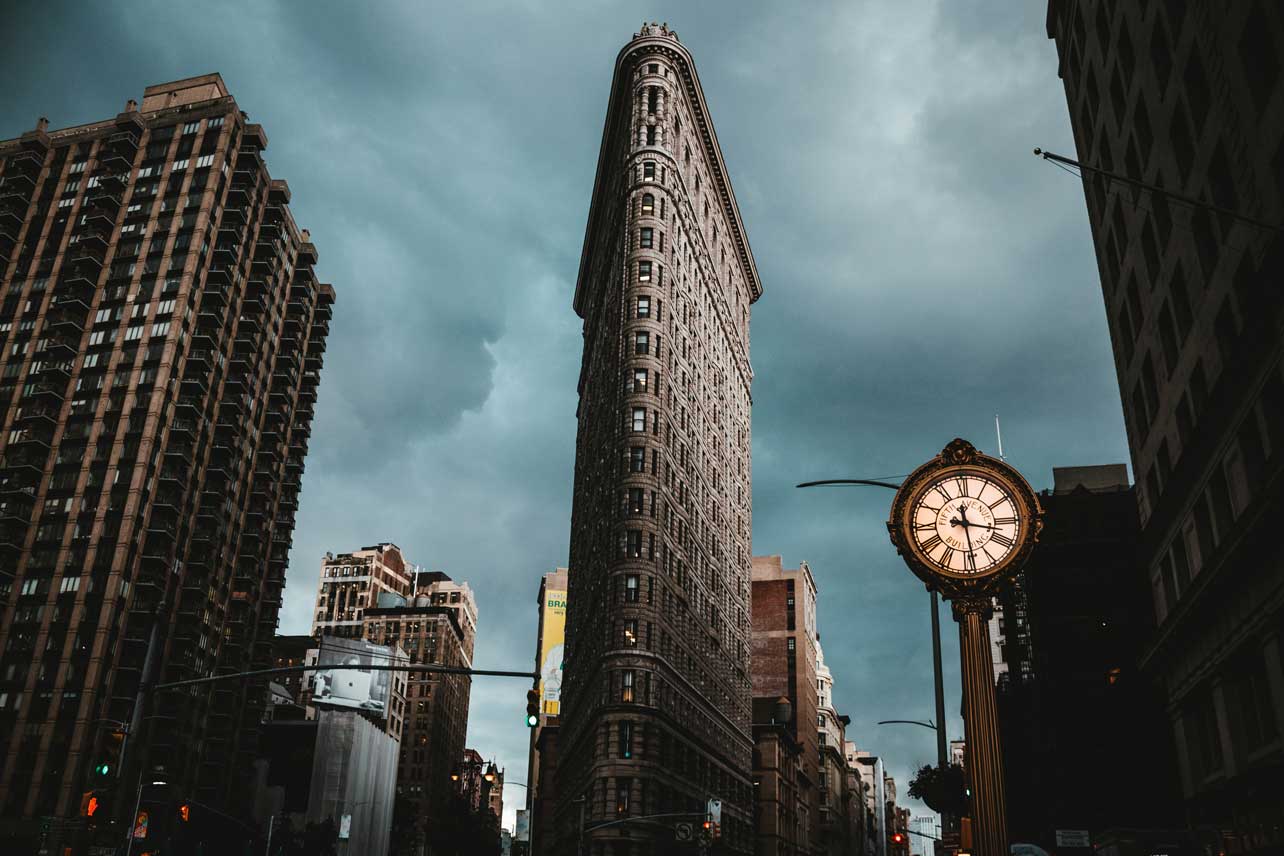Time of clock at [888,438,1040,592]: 3:28
